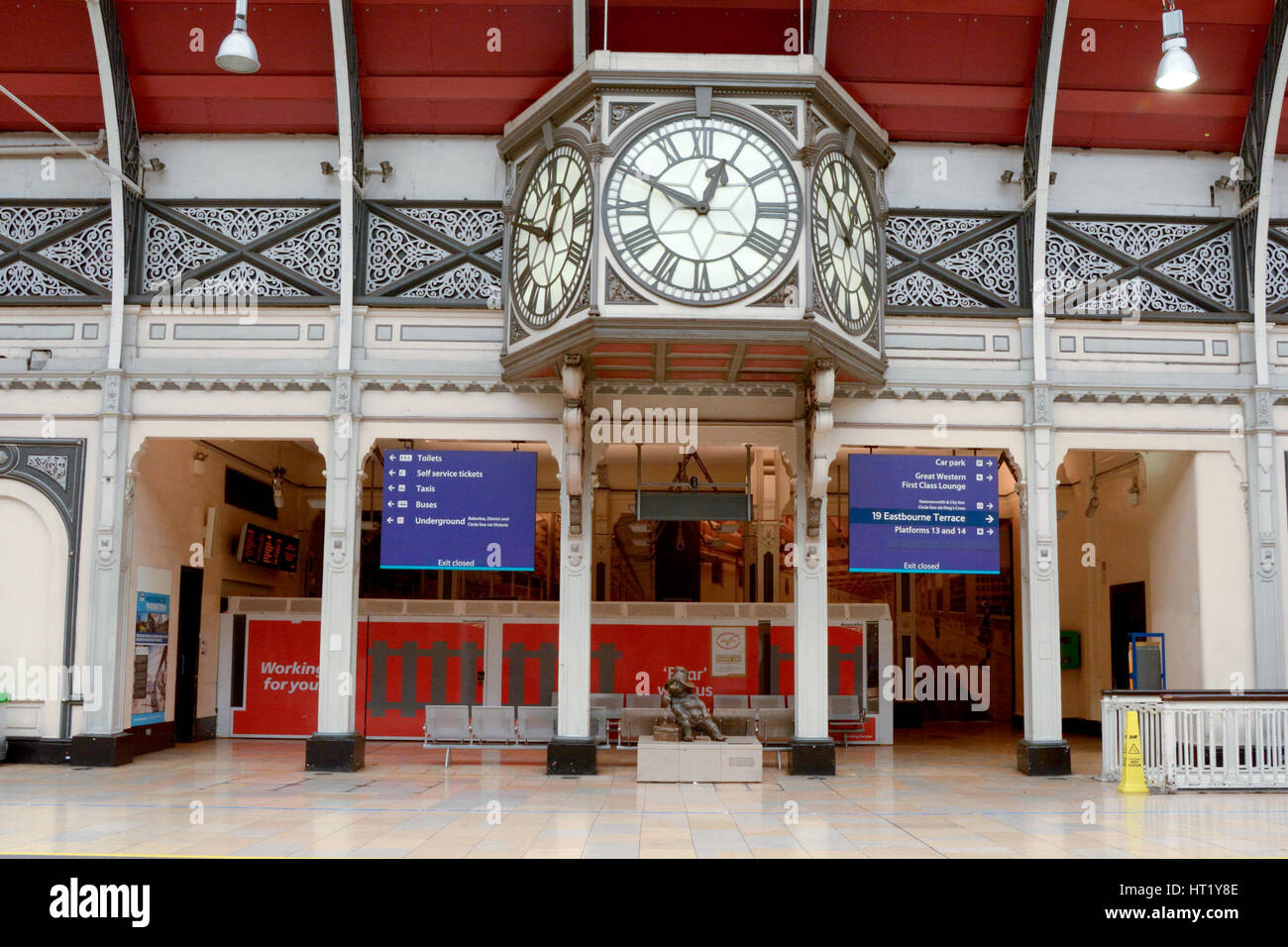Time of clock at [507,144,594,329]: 12:49
